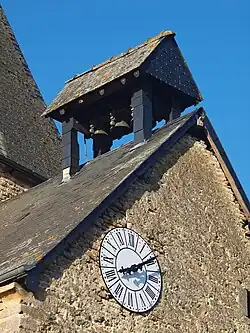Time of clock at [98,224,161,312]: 8:09
